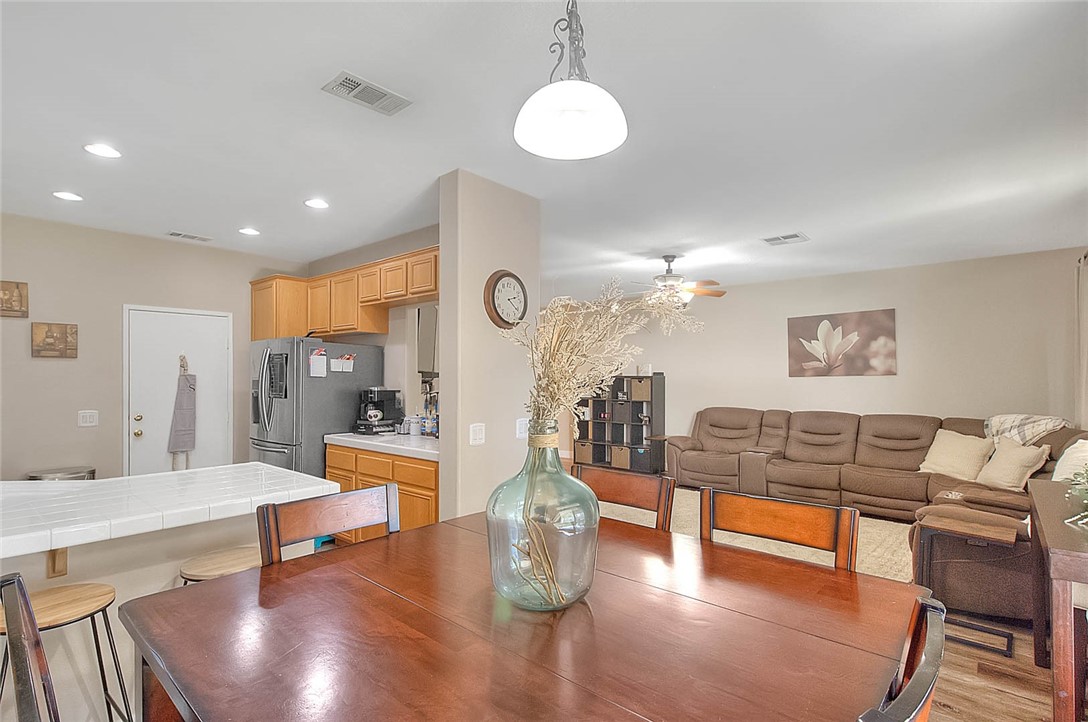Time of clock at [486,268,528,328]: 2:21
